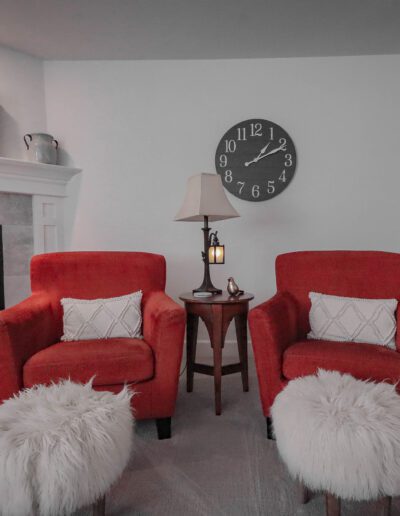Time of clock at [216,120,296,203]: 1:10
